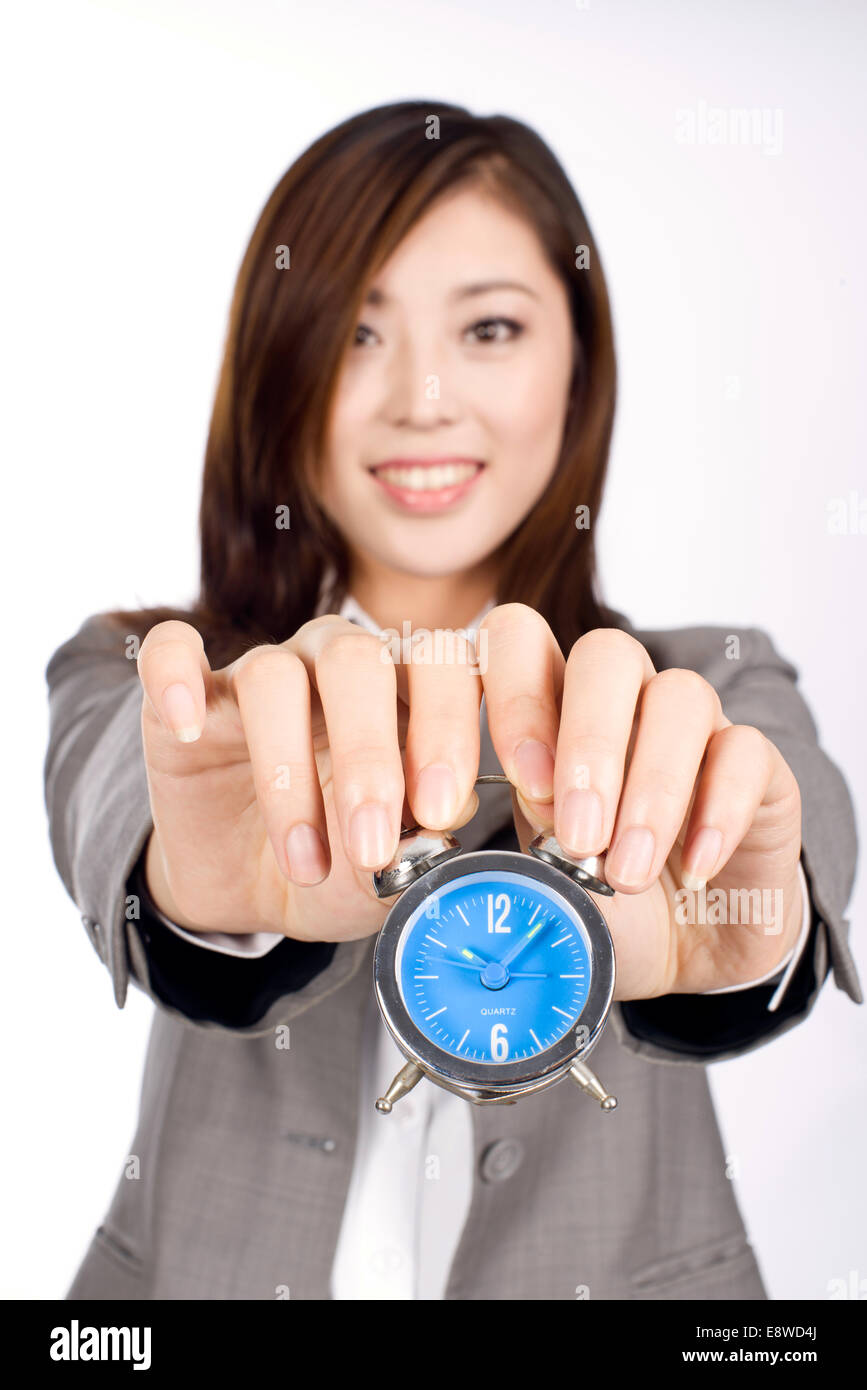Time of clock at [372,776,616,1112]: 10:07
